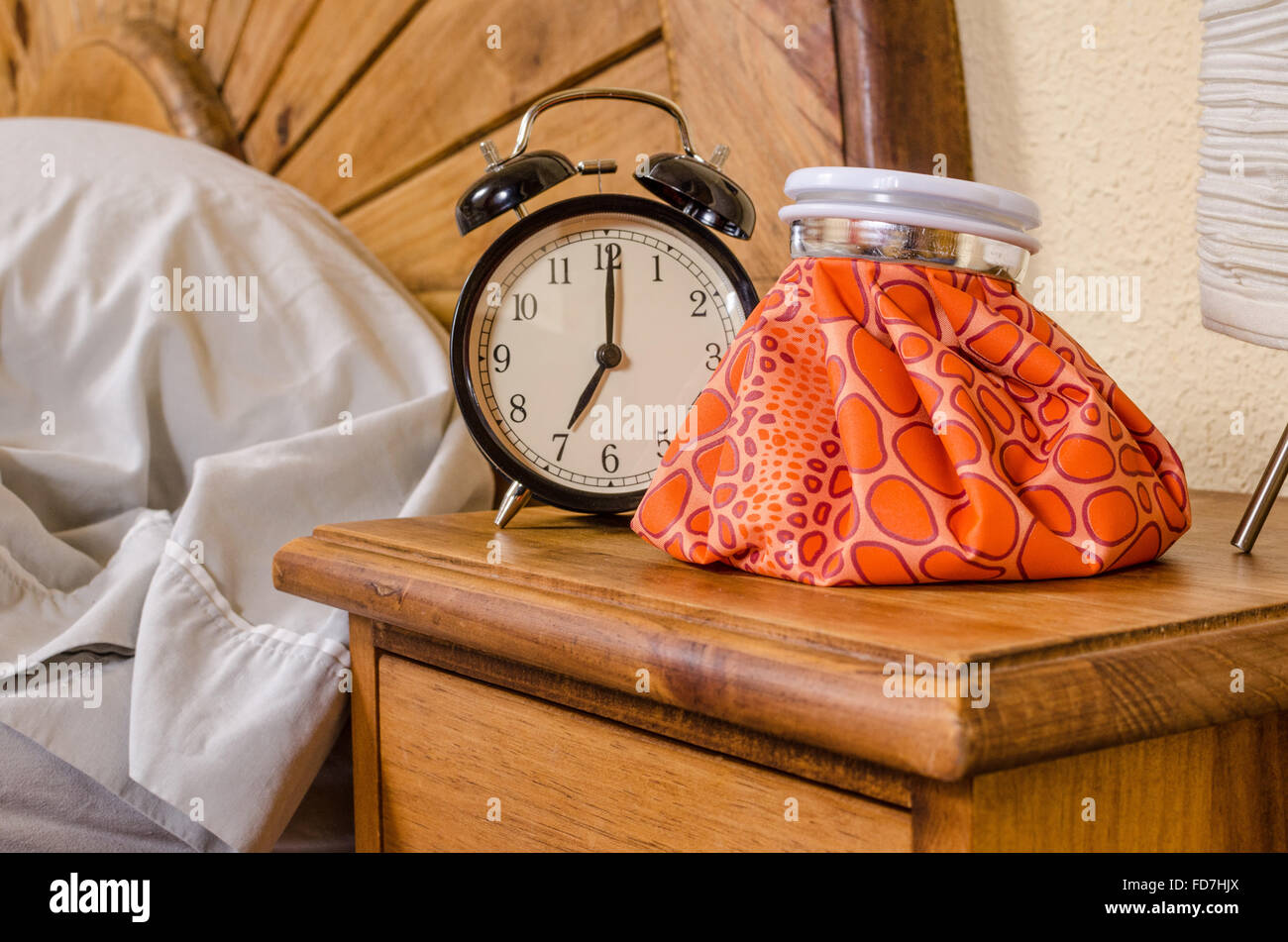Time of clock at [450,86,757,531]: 7:00
